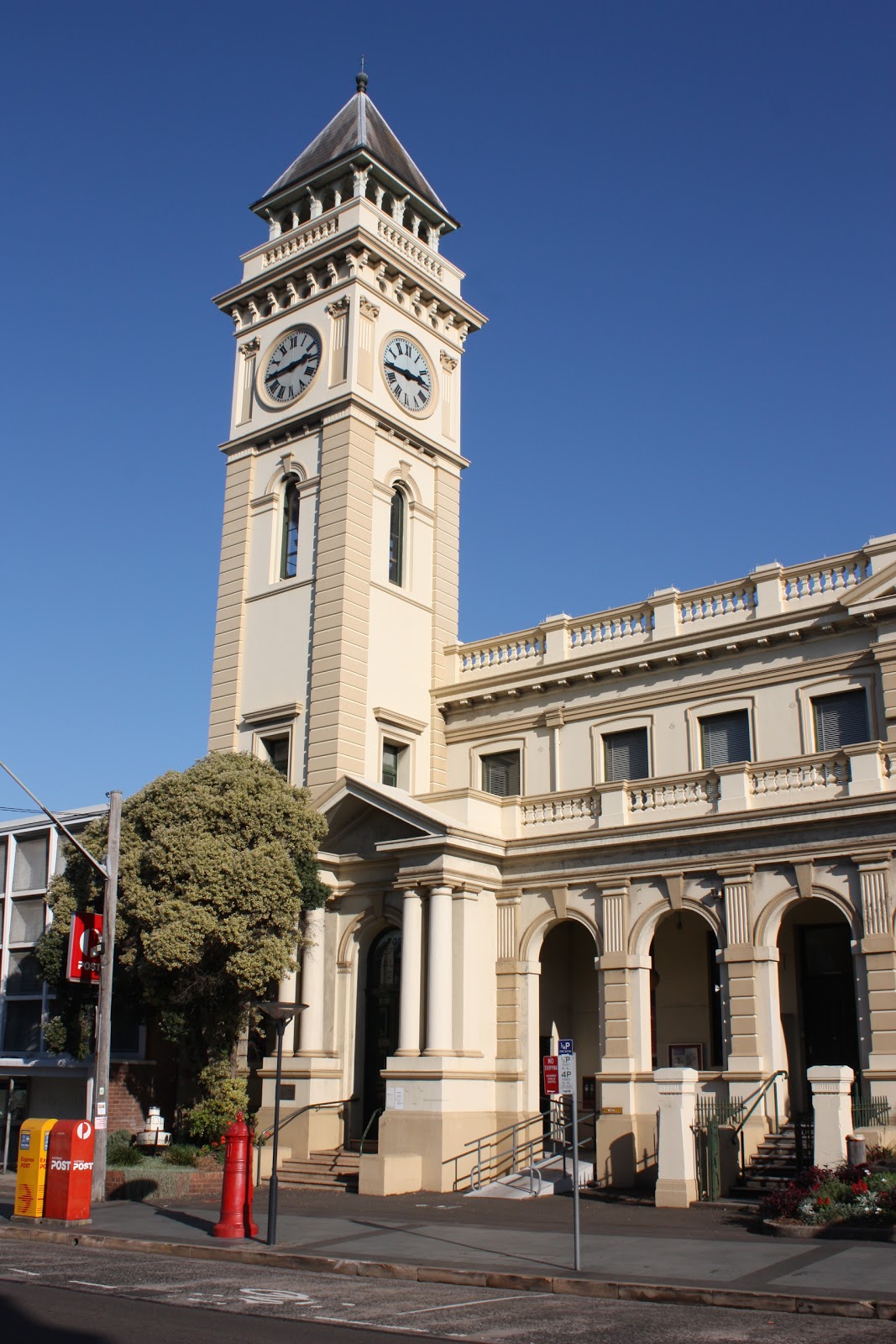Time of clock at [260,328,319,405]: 2:44
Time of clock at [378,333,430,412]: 2:43
